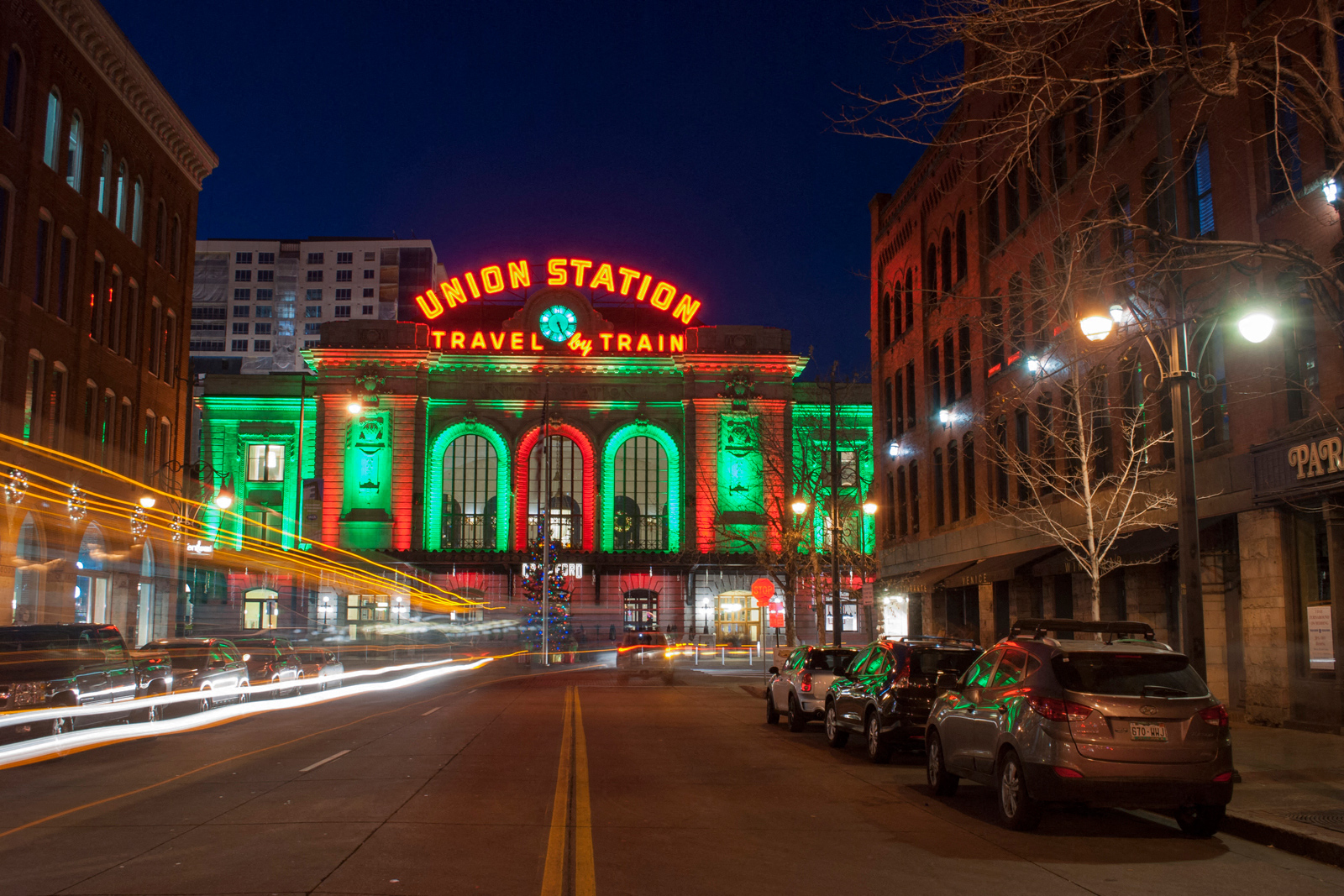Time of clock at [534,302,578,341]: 5:26
